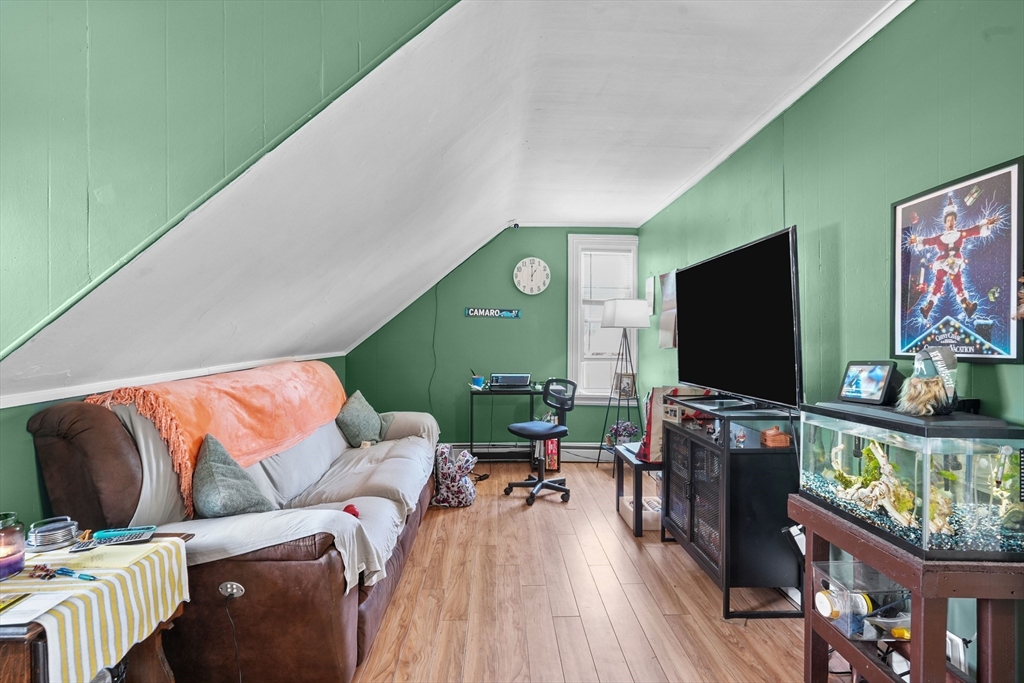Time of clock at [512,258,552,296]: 1:00
